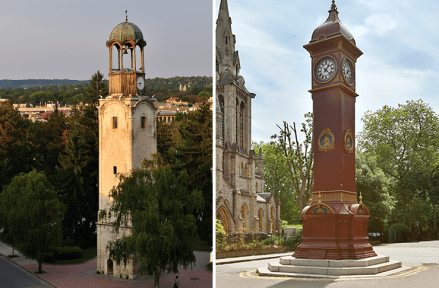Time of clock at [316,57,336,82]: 1:22
